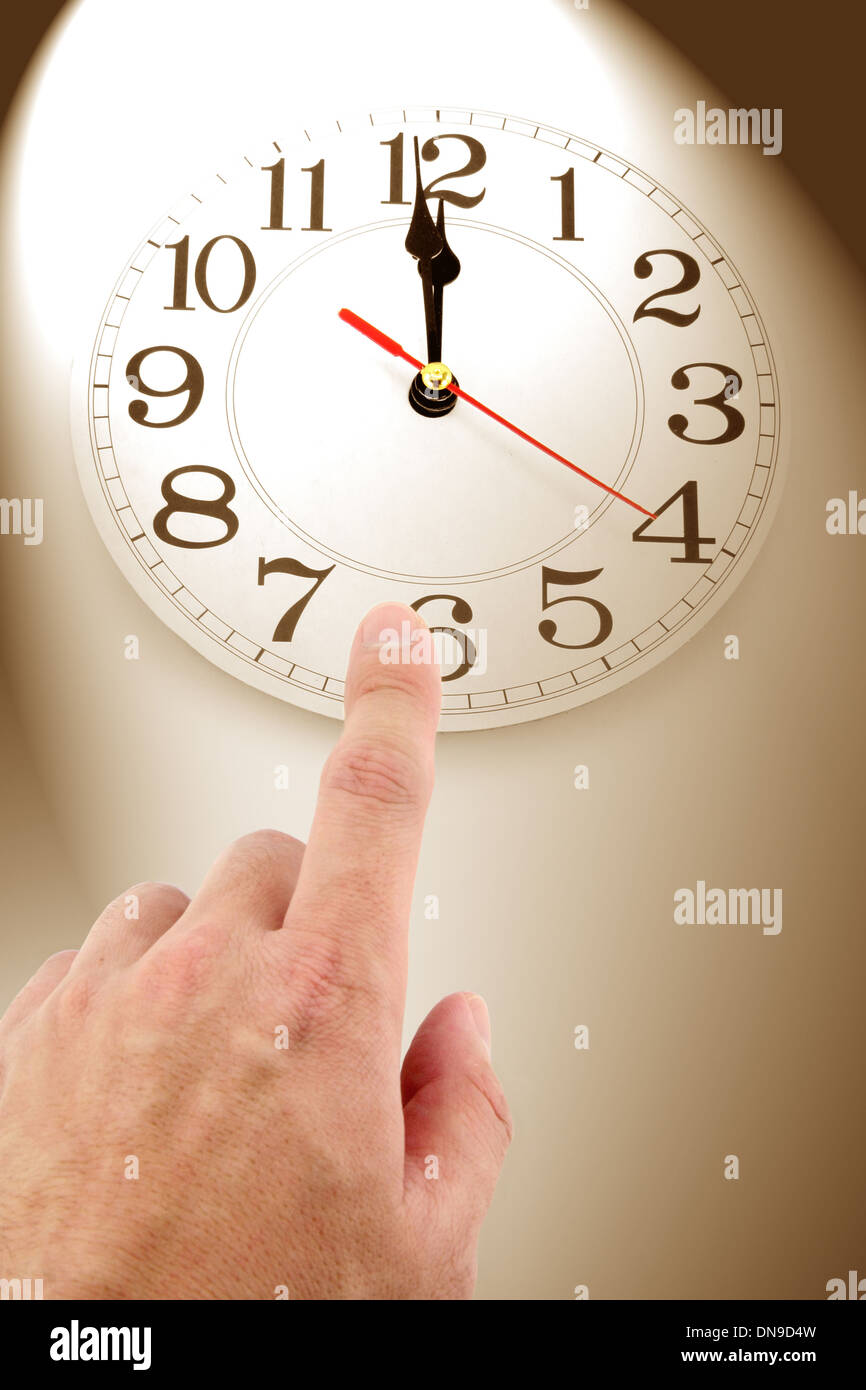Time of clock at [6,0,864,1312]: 11:59
